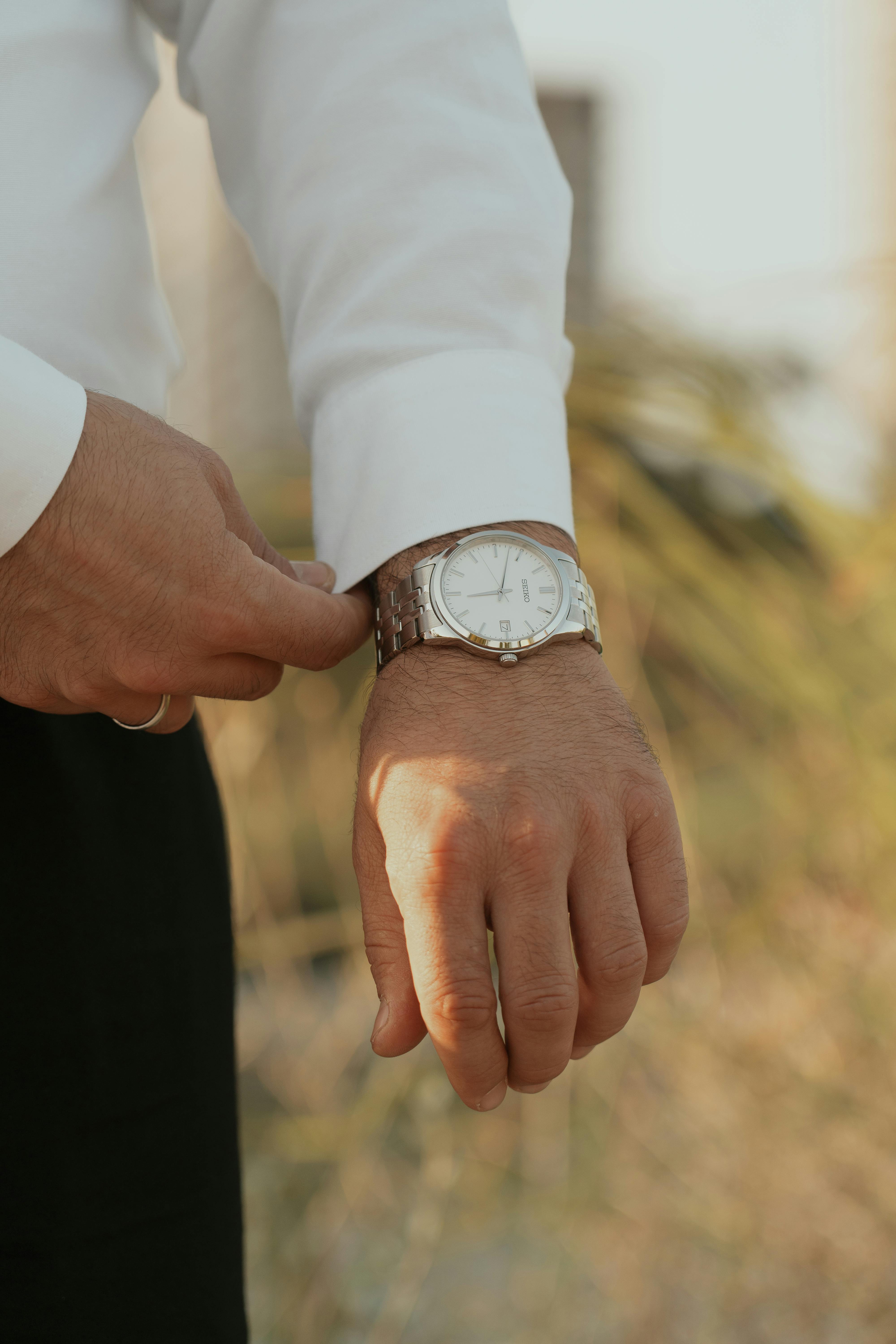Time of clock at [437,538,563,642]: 9:02
